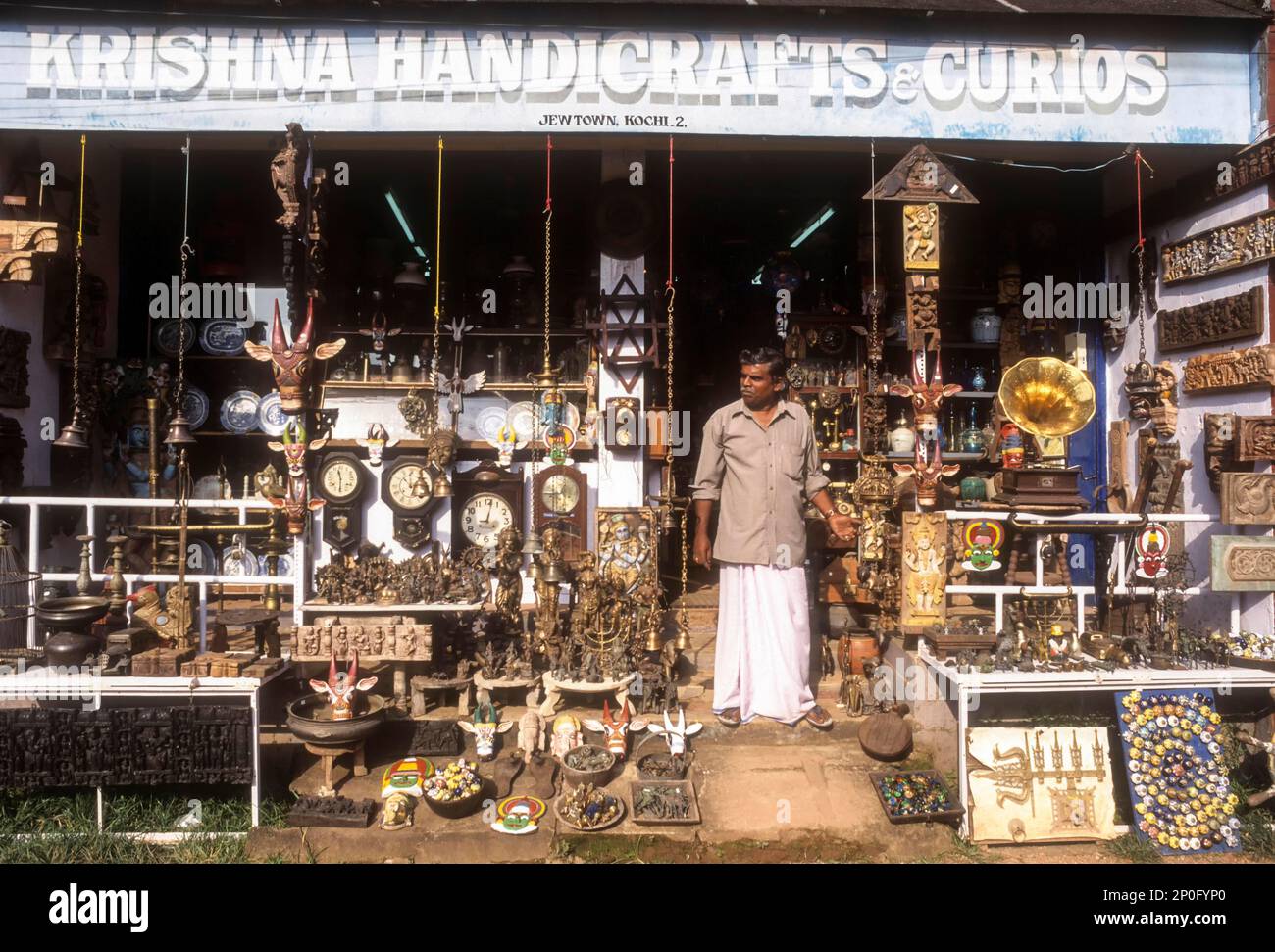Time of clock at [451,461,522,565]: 9:02
